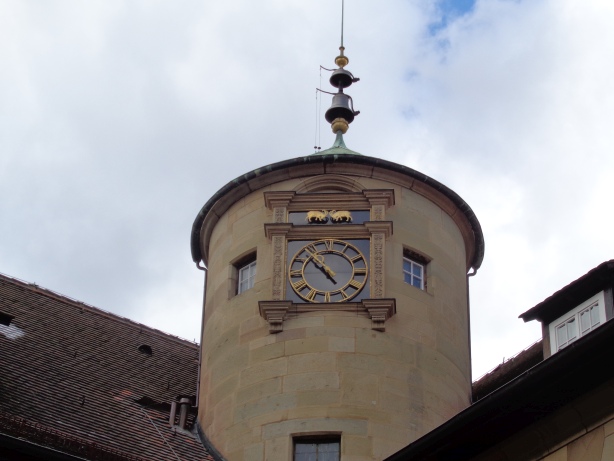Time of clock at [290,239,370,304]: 4:52
